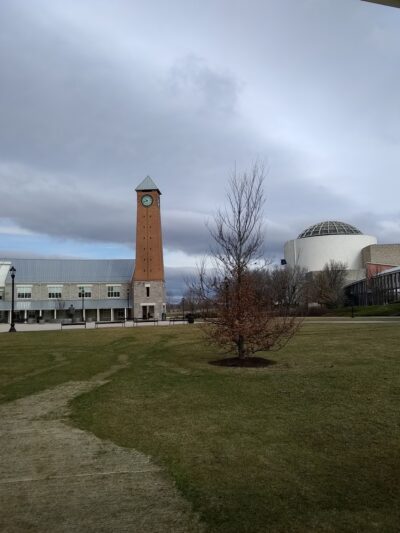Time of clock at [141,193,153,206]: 10:42
